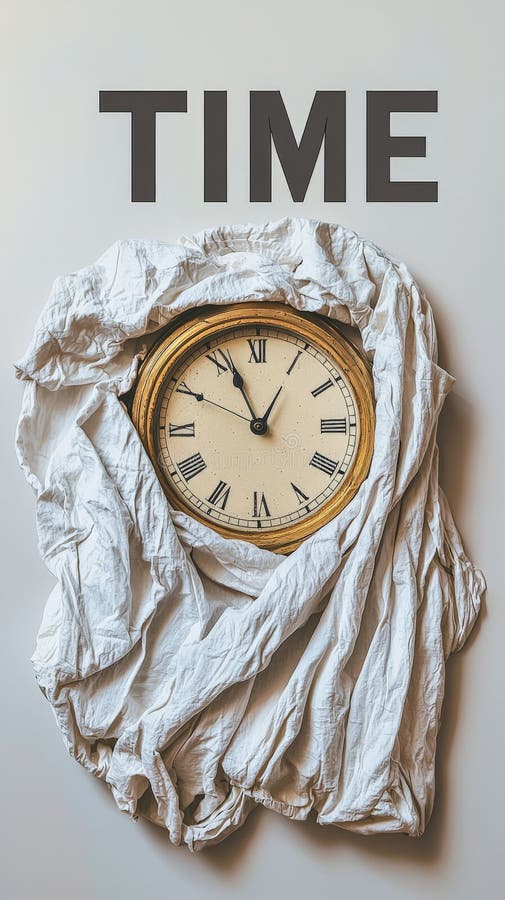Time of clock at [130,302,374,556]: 12:56
